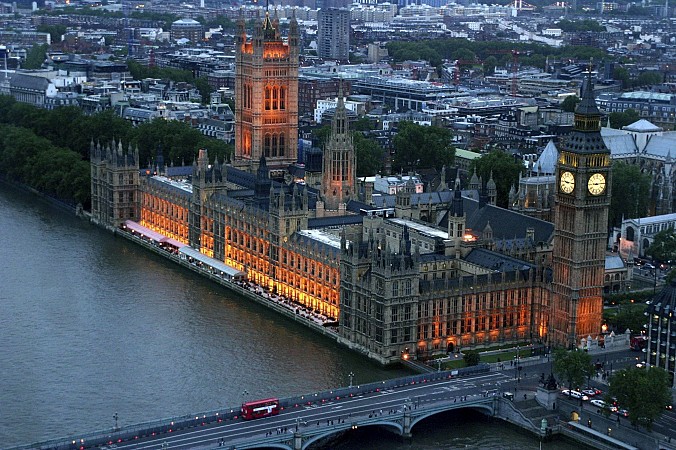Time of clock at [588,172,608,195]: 9:14
